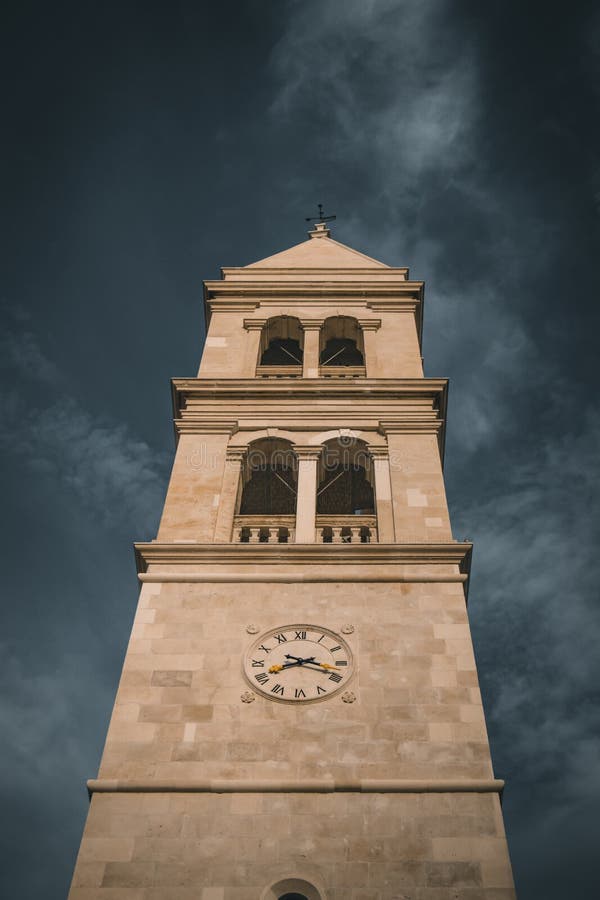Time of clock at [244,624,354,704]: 8:18
